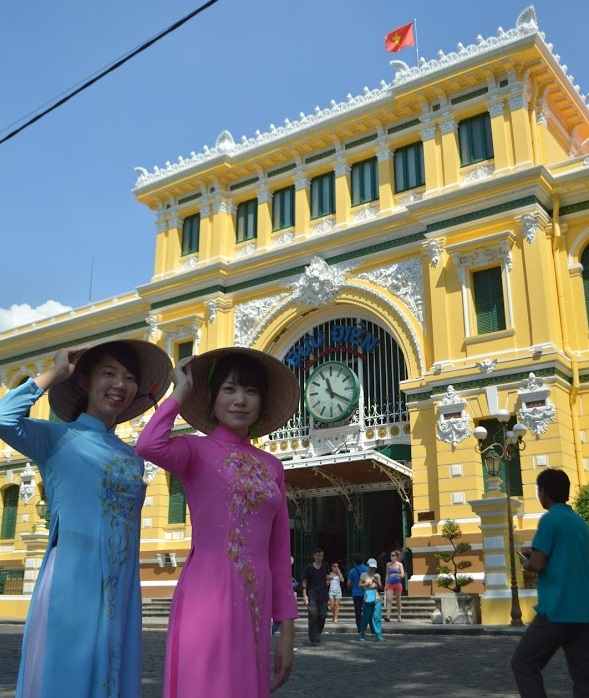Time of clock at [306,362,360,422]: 11:19
